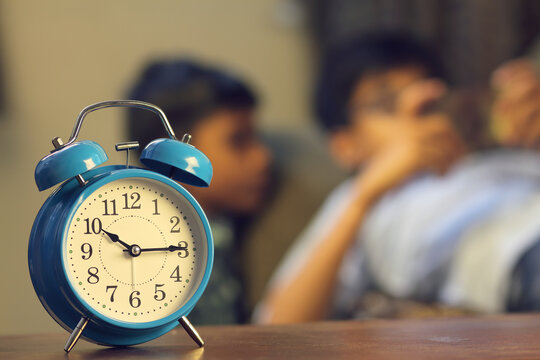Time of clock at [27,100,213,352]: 10:14
